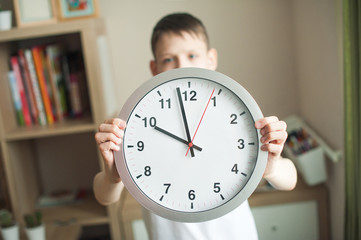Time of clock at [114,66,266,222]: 9:57
